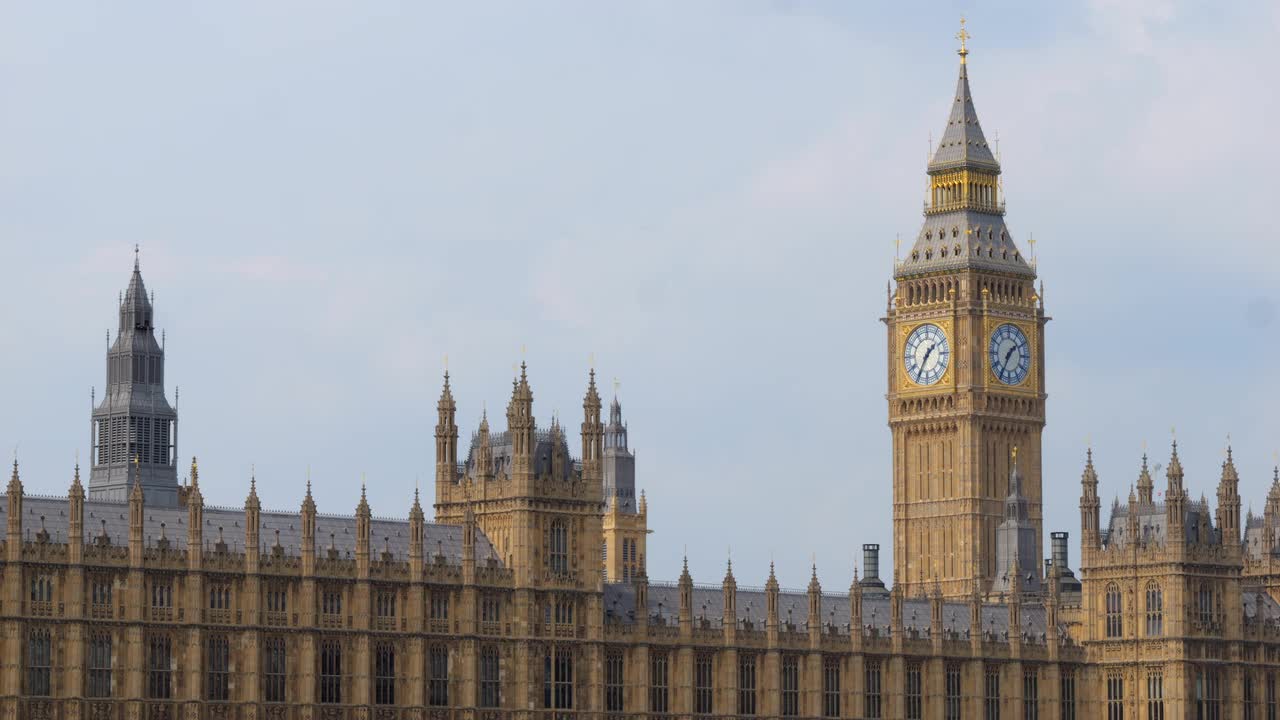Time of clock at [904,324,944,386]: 1:34
